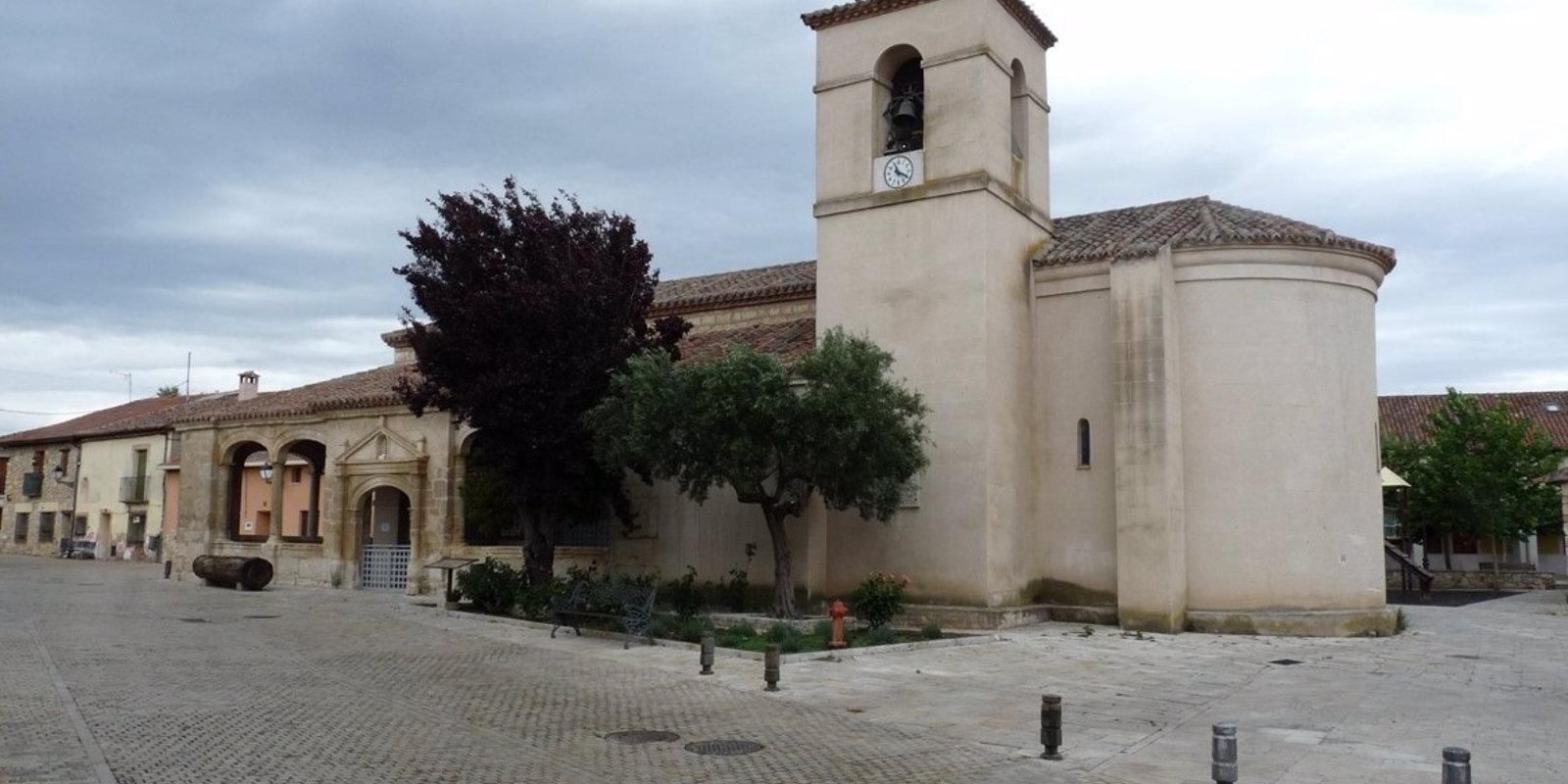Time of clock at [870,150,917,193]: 11:19
